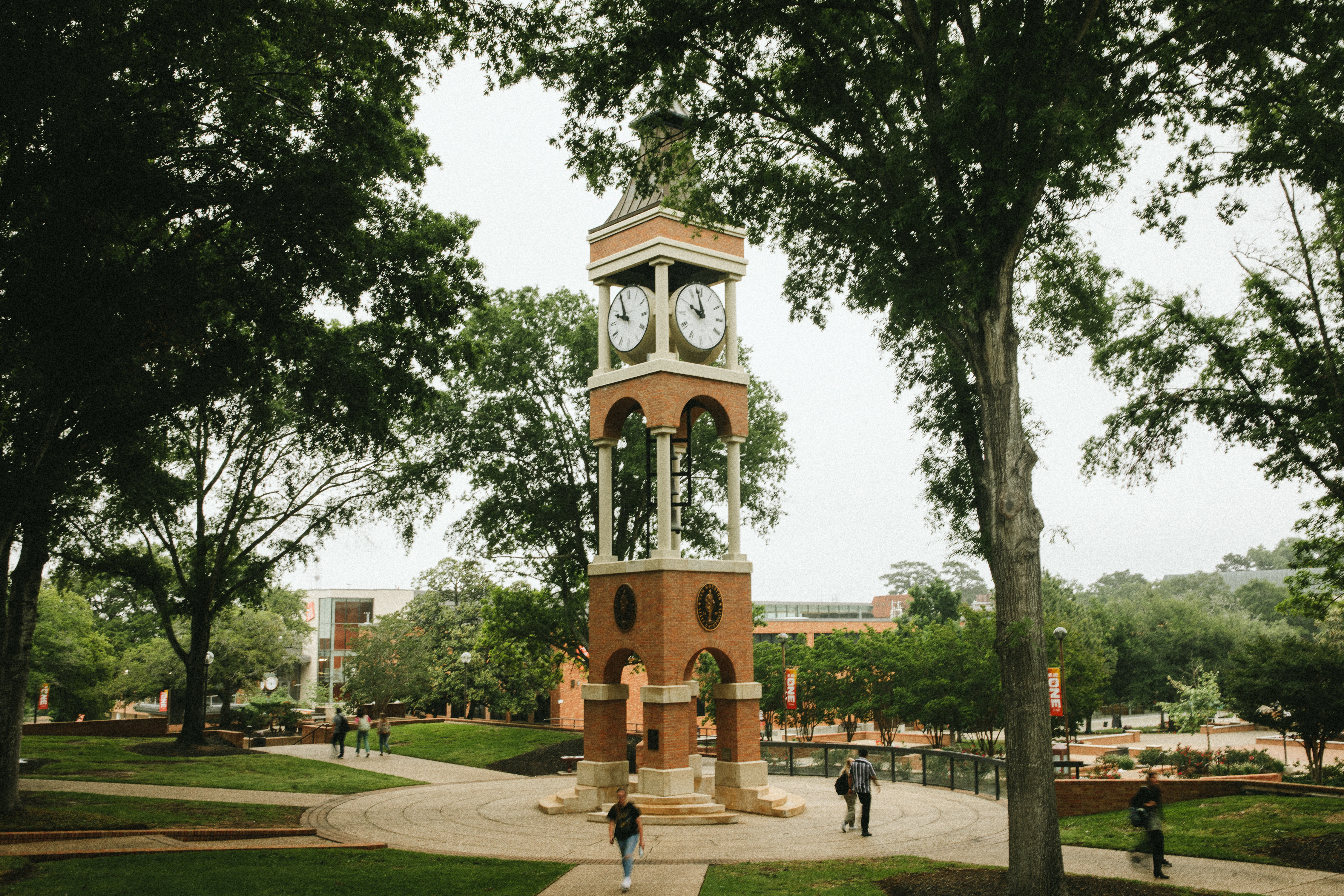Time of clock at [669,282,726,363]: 9:57
